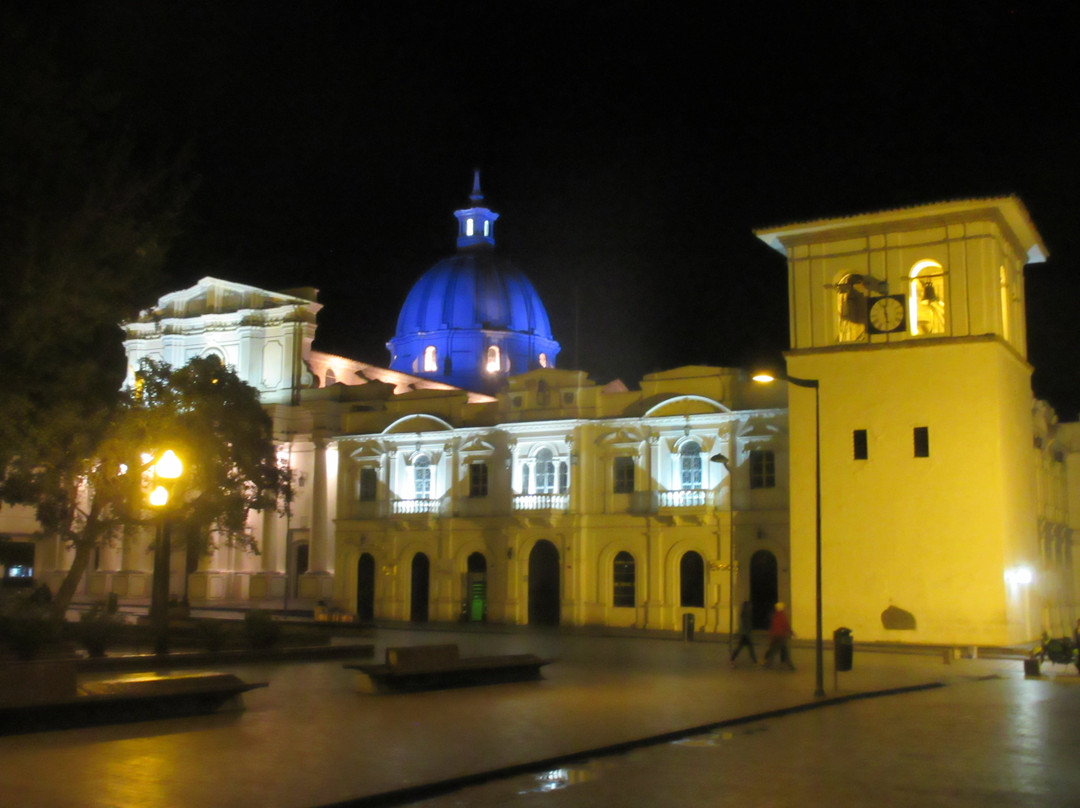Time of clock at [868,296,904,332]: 11:28
